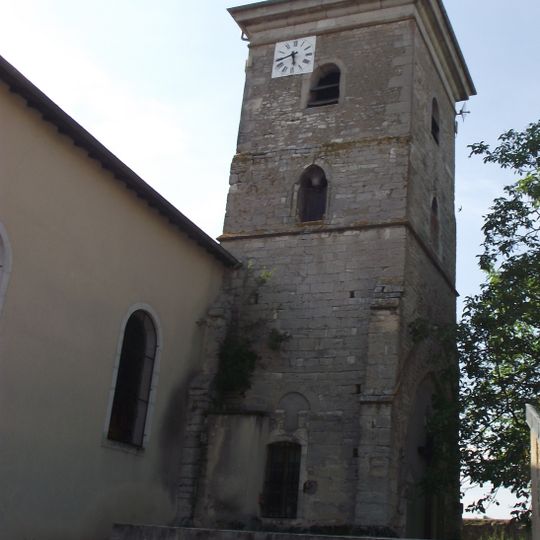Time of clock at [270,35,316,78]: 5:43
